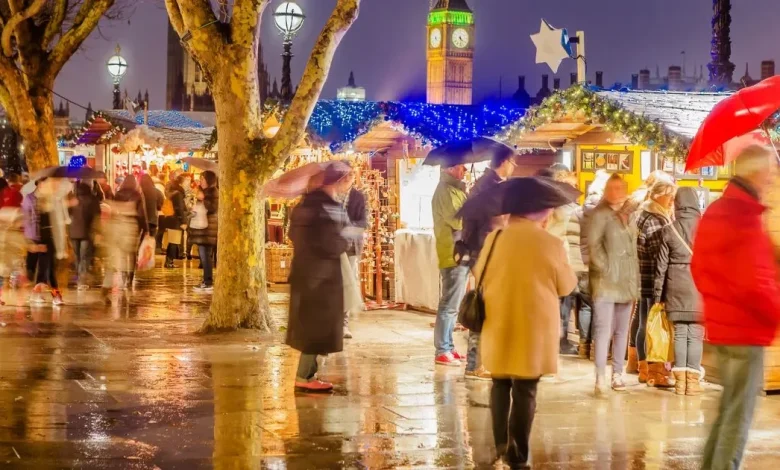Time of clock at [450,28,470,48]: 4:28
